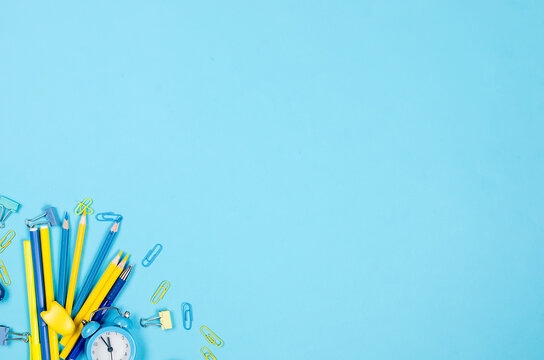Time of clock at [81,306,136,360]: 11:55
